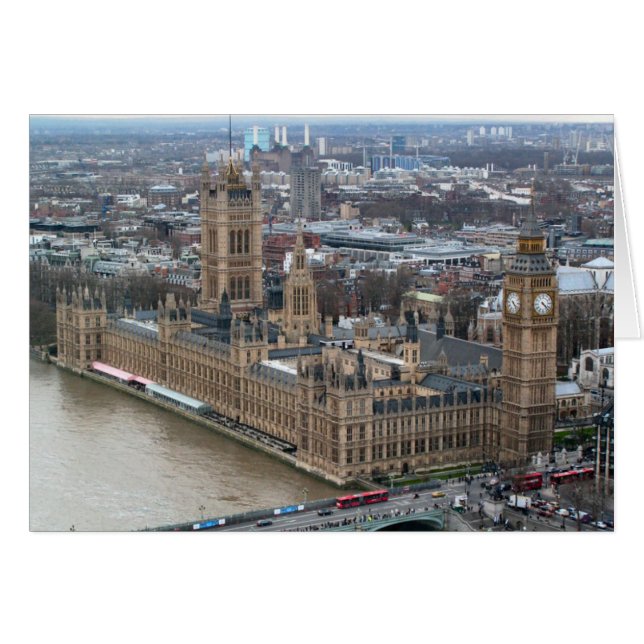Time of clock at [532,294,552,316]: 4:22
